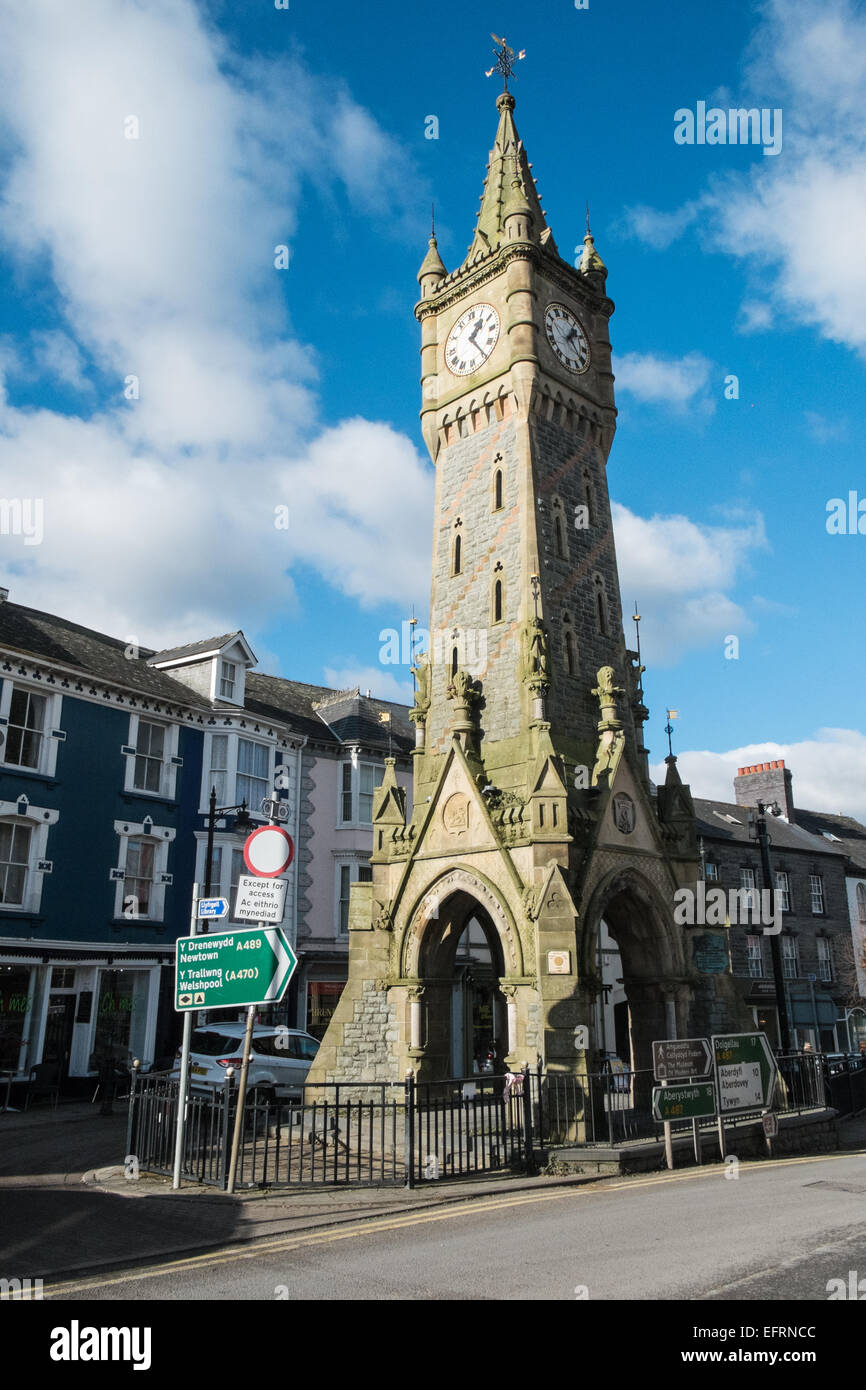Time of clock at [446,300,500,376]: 1:24
